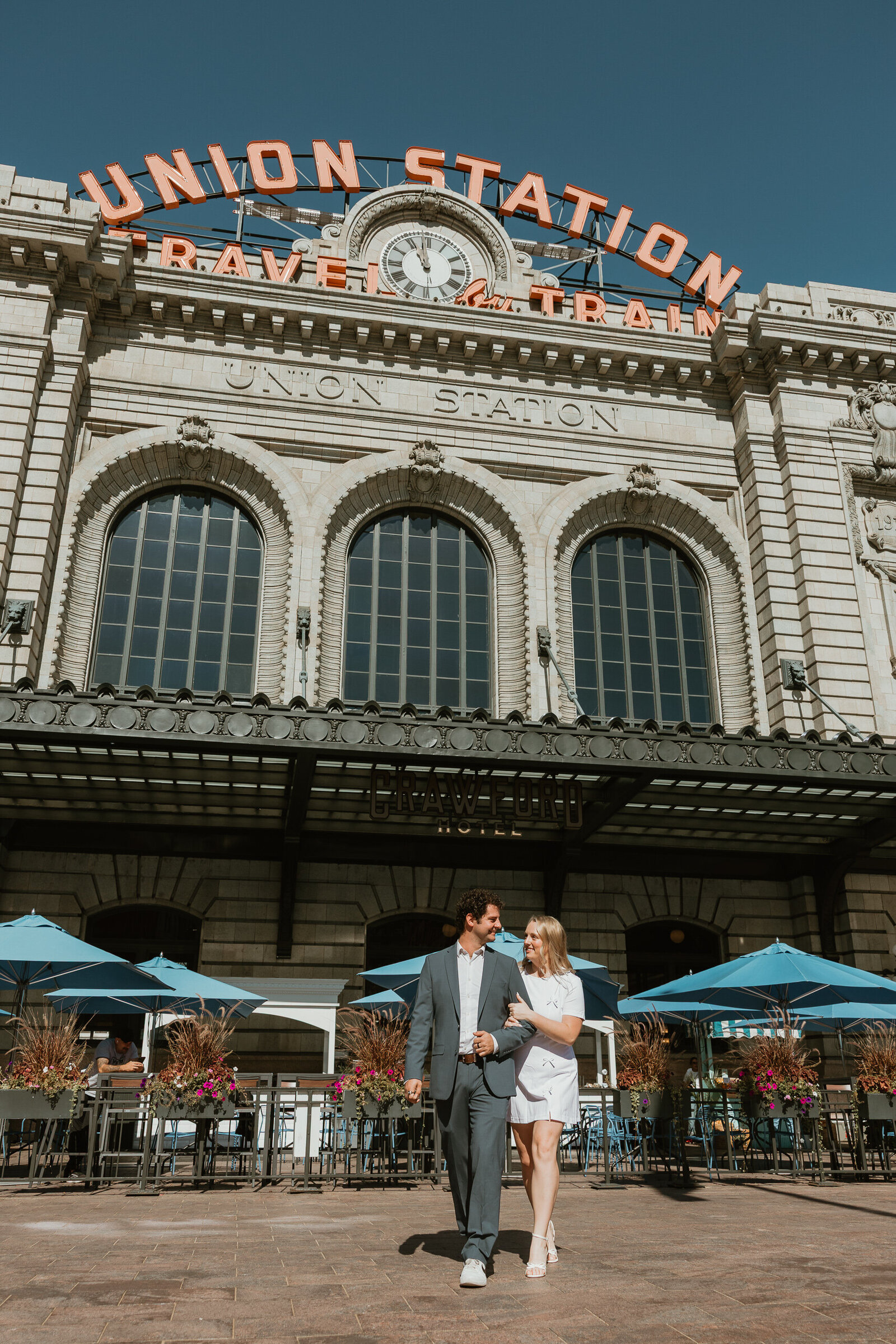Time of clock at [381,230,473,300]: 10:58
